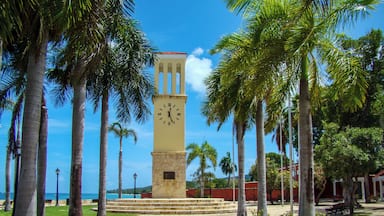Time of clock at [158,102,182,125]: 12:26
